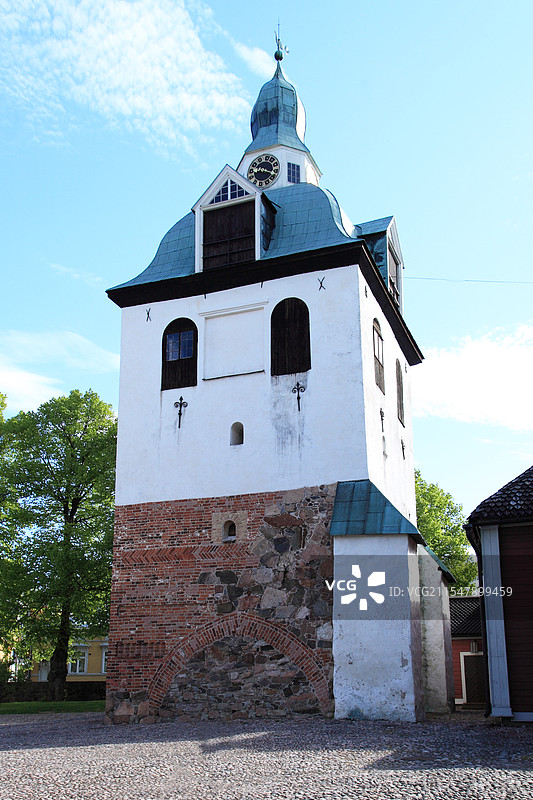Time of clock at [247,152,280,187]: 8:17
